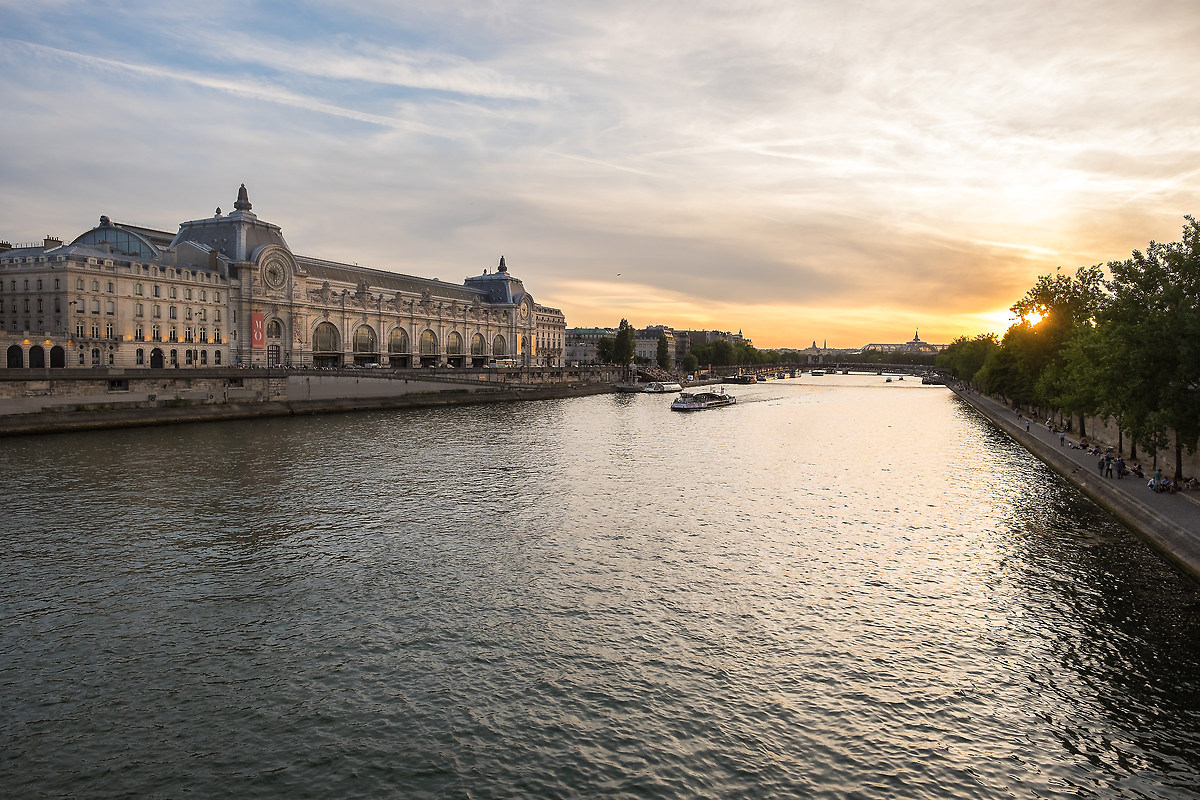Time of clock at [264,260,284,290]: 9:31
